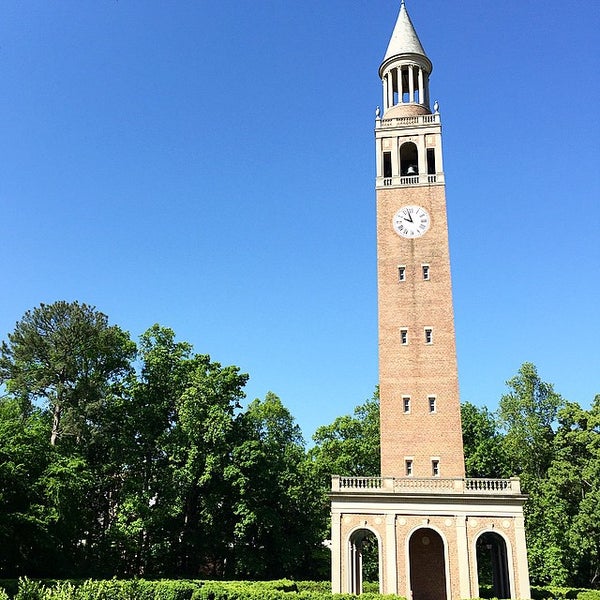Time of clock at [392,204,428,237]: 9:57
